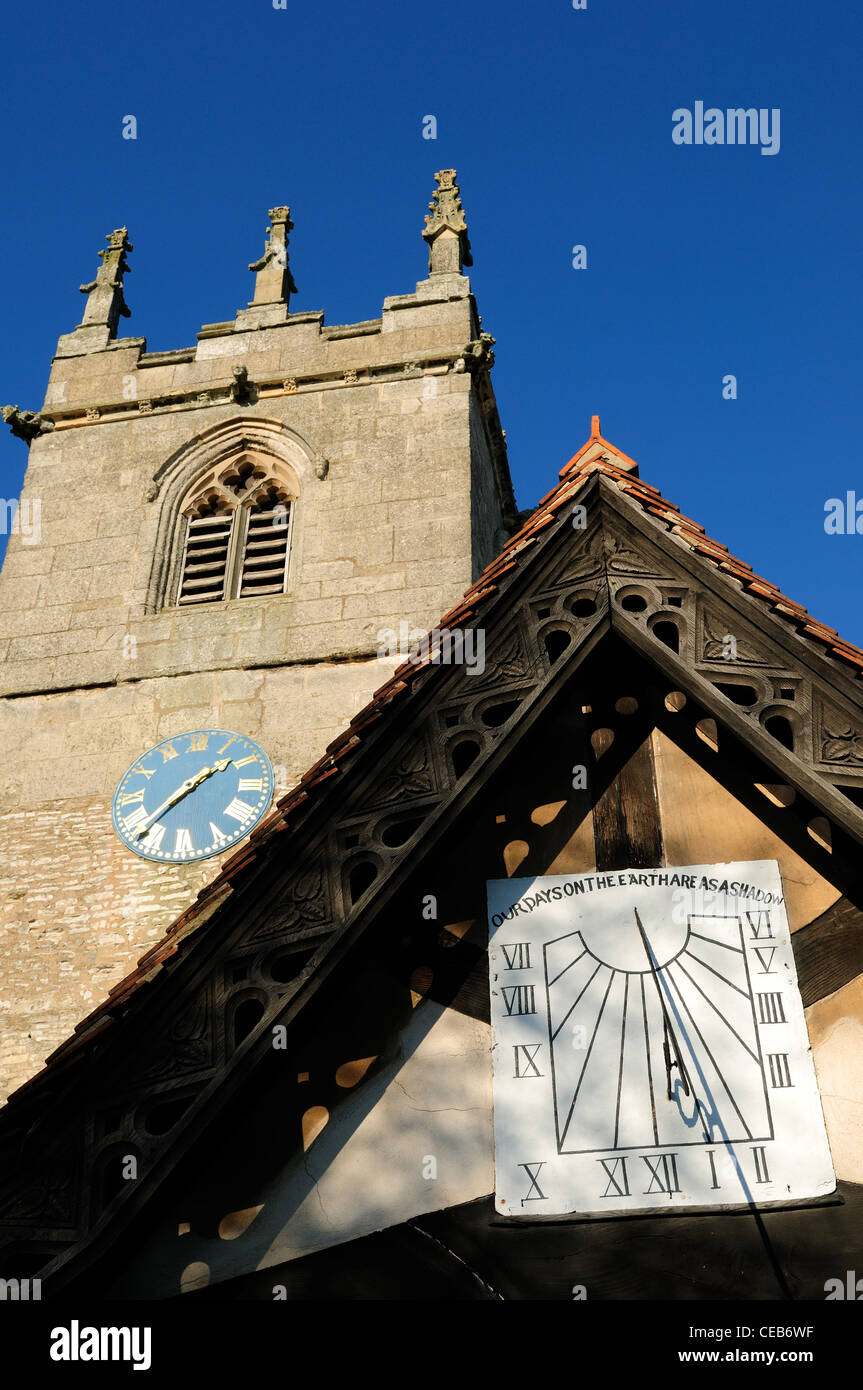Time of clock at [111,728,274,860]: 1:37
